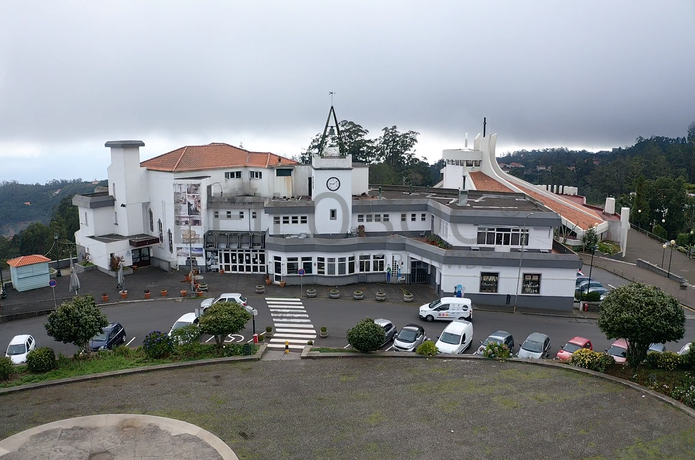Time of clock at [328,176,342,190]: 9:09
